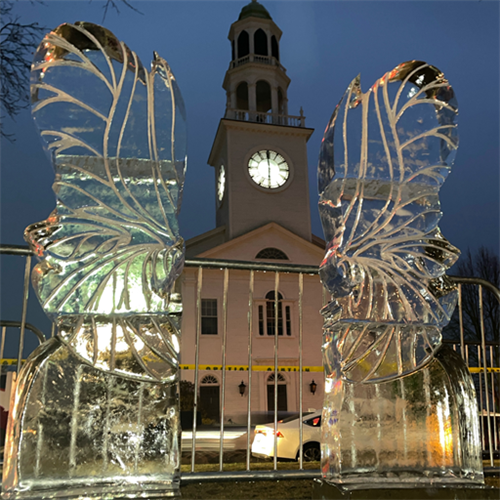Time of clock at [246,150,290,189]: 5:59
